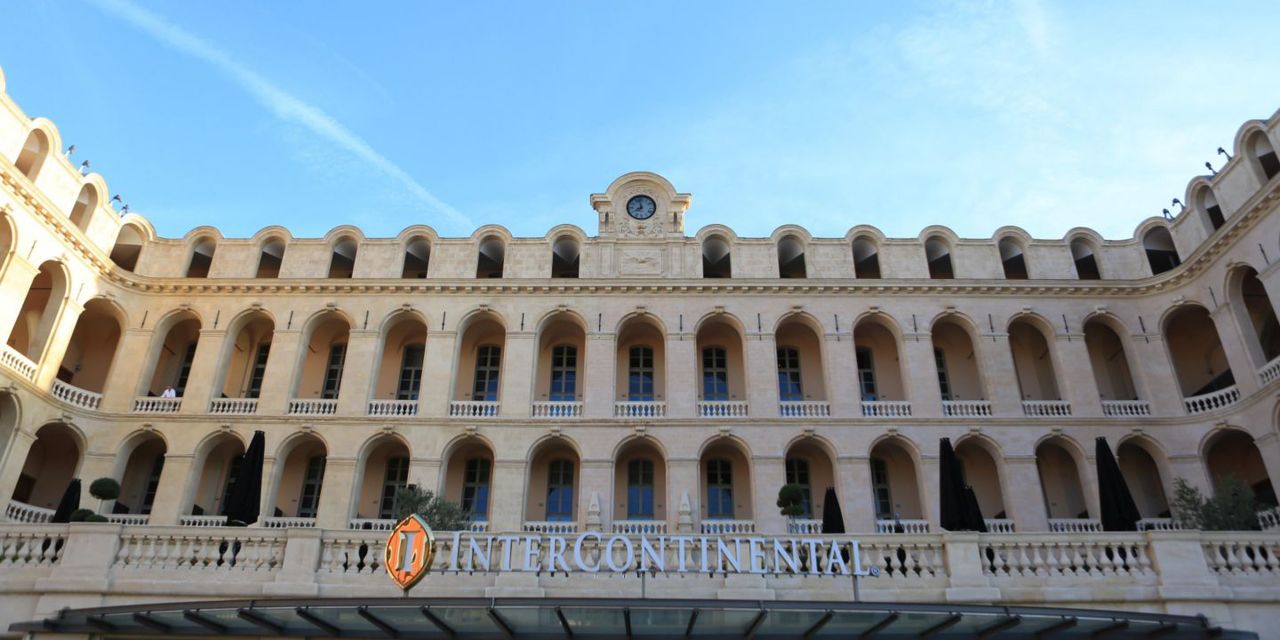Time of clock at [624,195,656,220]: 7:58
